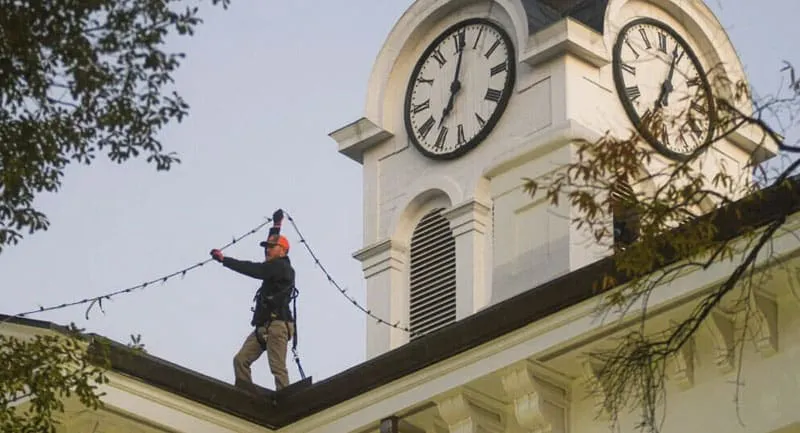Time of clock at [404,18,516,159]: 7:01
